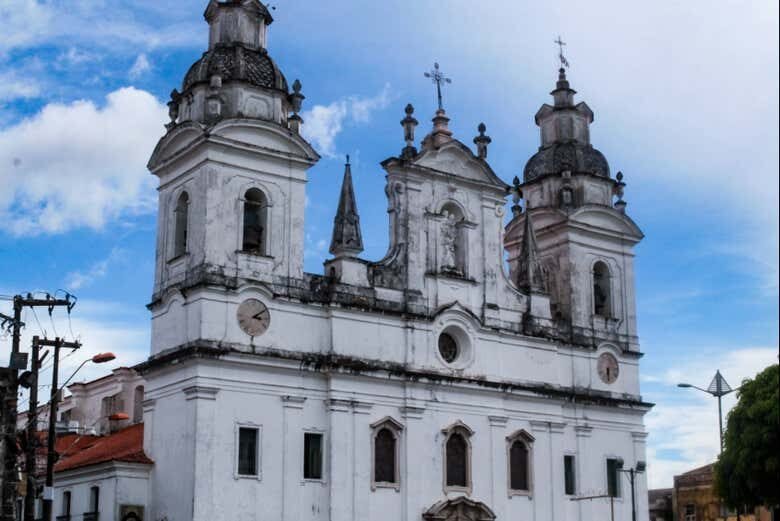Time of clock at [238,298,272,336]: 3:09
